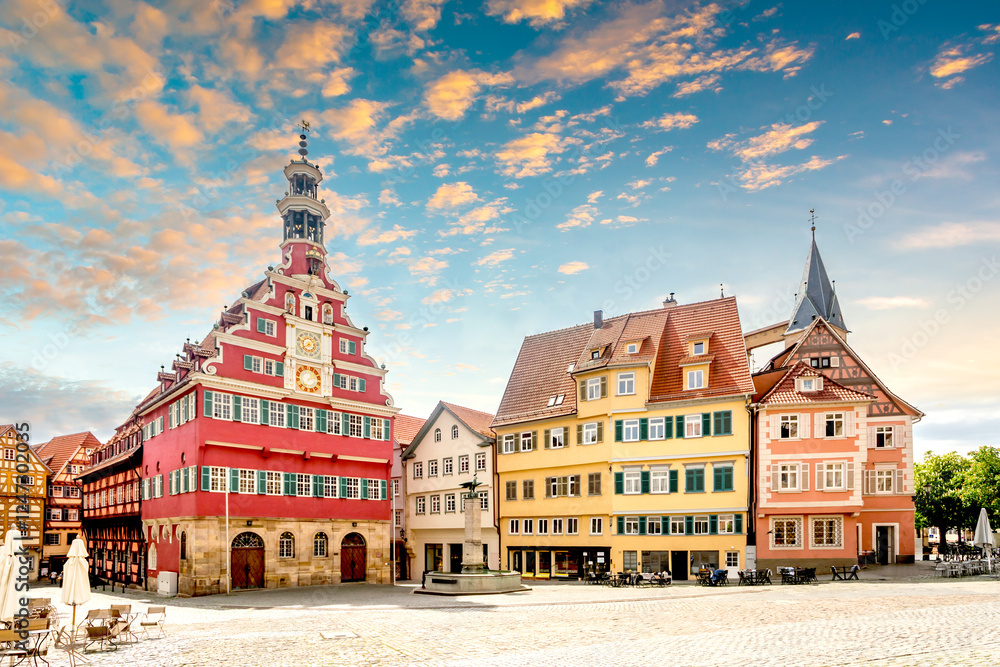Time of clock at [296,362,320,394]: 1:37
